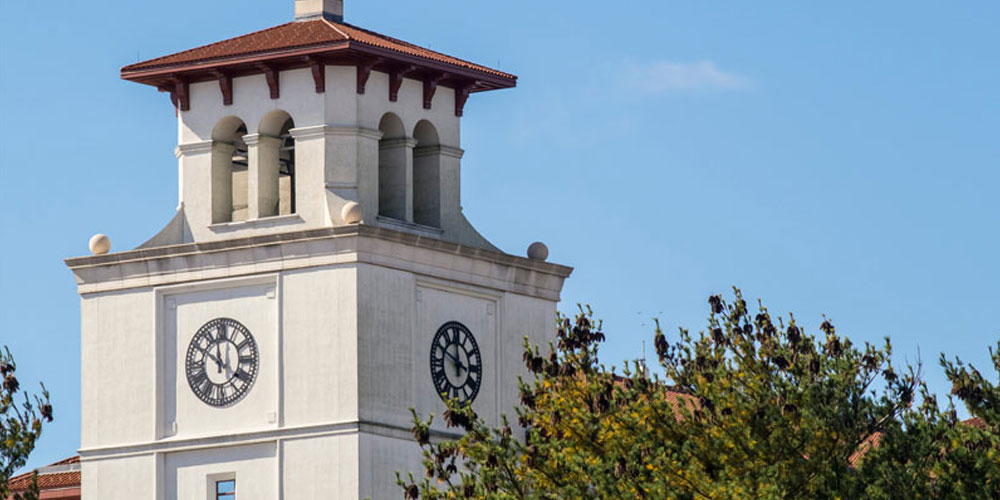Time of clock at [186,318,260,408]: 11:50
